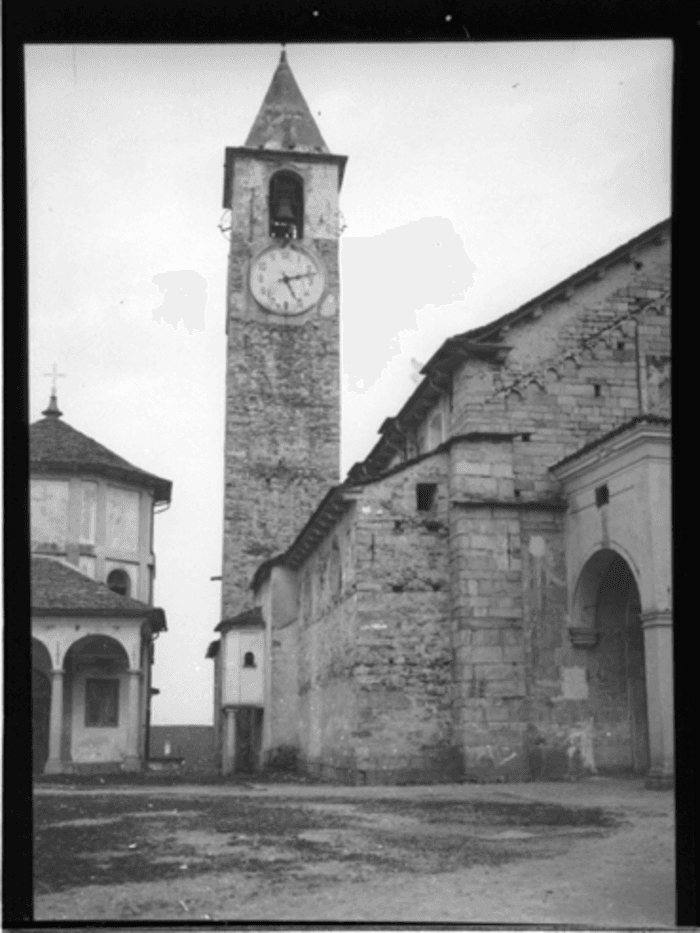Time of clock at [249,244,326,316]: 2:25
